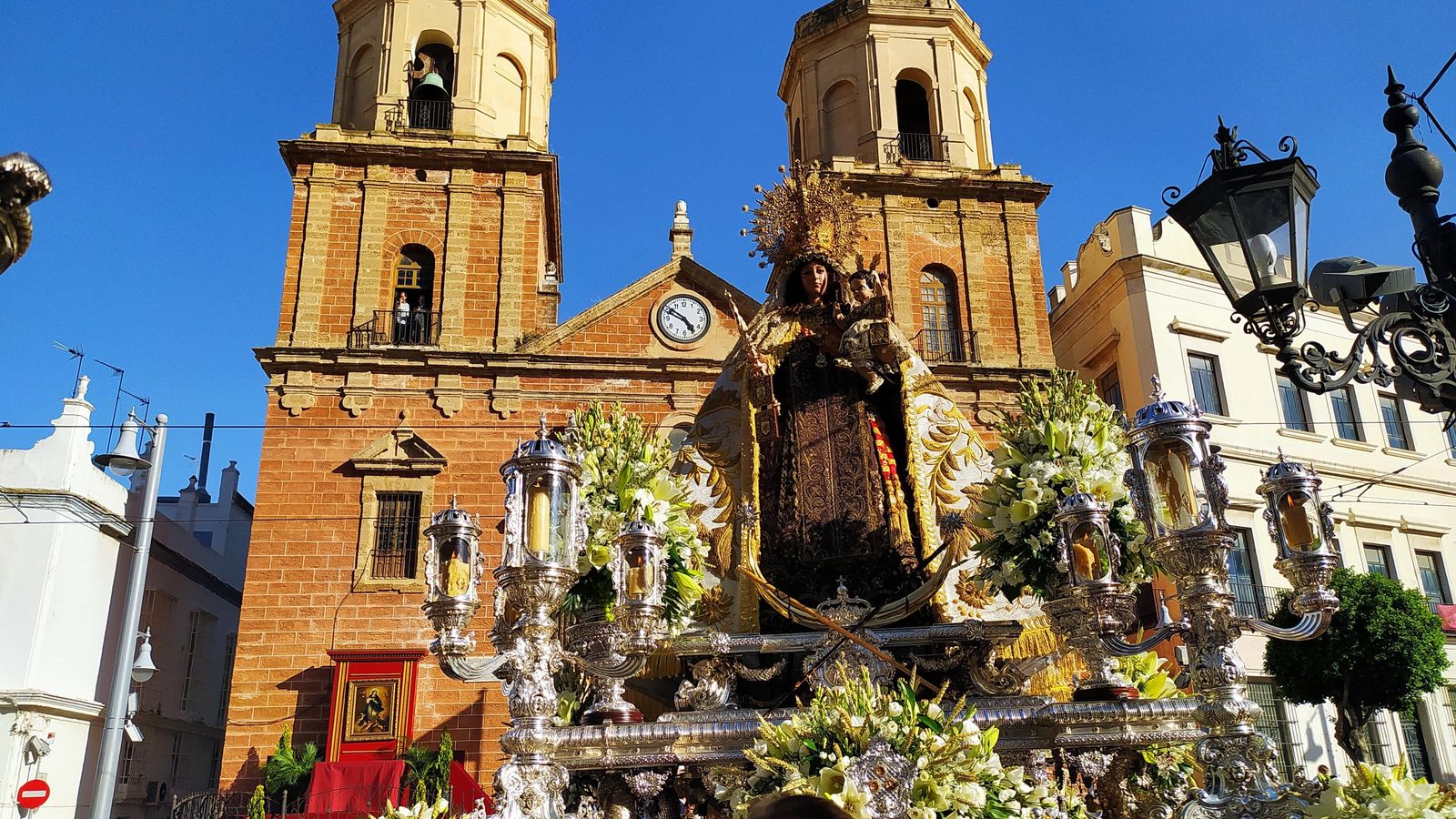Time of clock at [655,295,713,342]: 4:50
